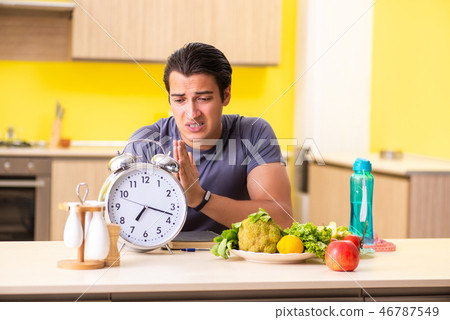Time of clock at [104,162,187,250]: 7:17
